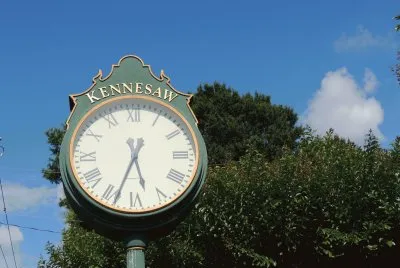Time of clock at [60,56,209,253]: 5:33
